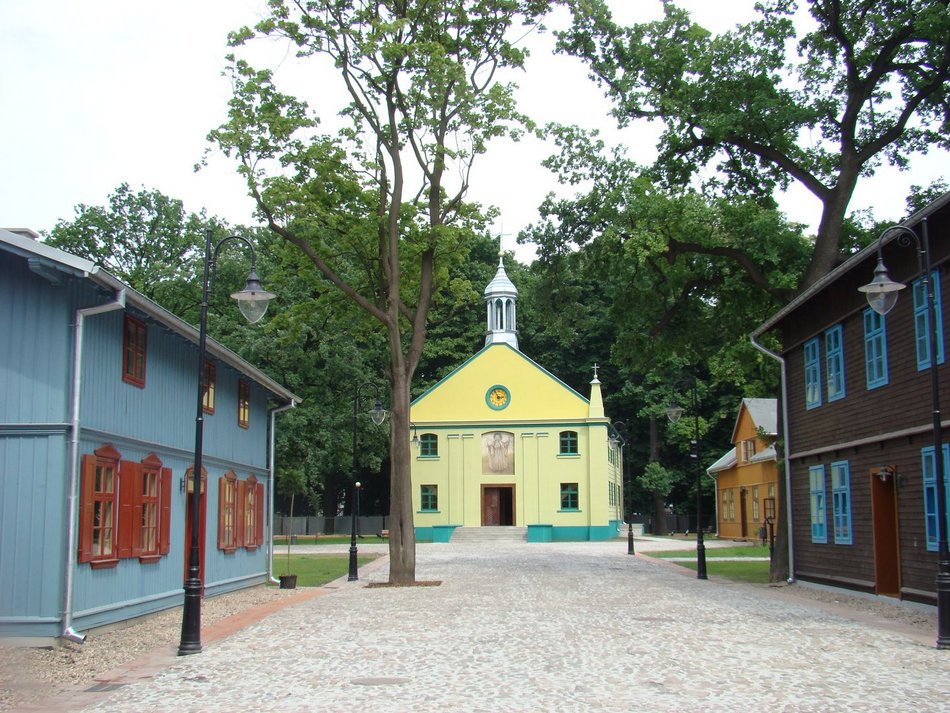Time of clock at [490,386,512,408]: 2:54
